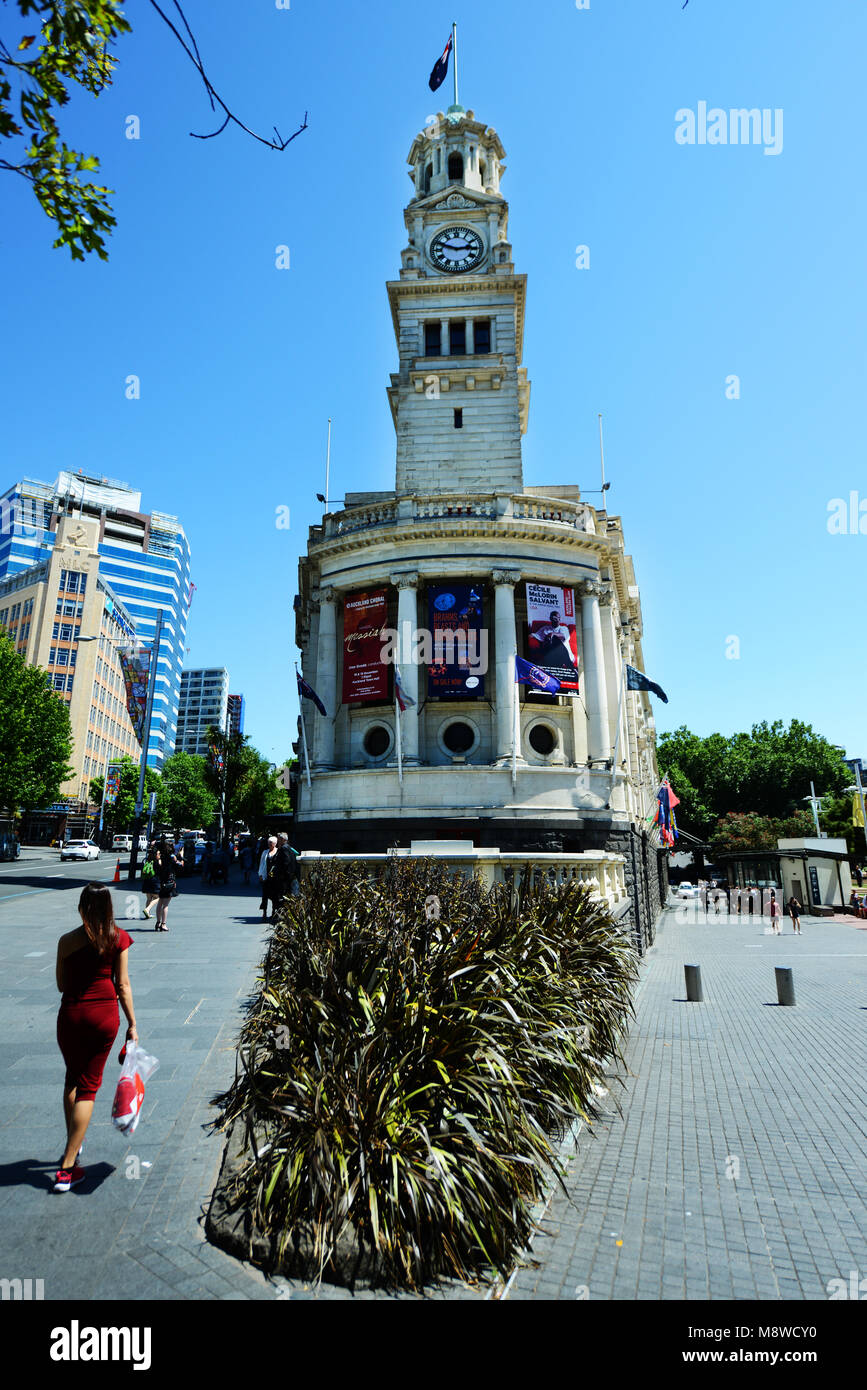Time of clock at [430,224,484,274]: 2:48
